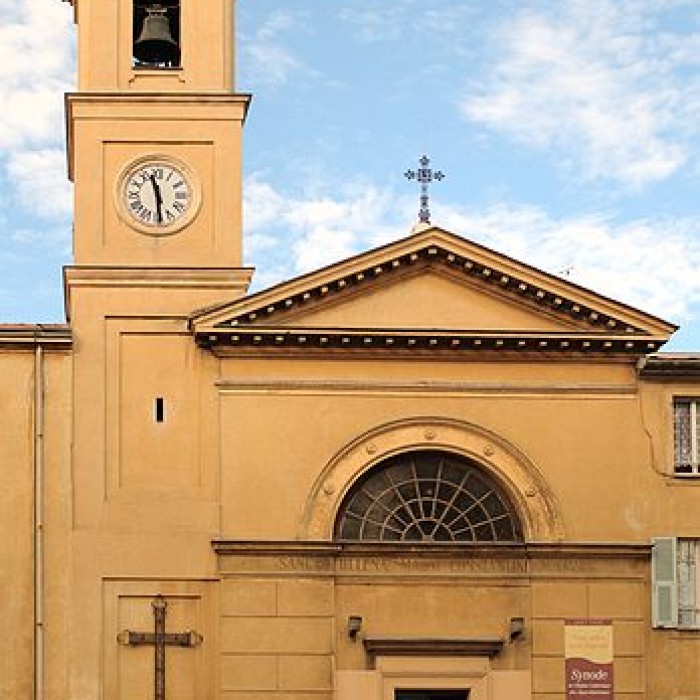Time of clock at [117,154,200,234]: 11:29
